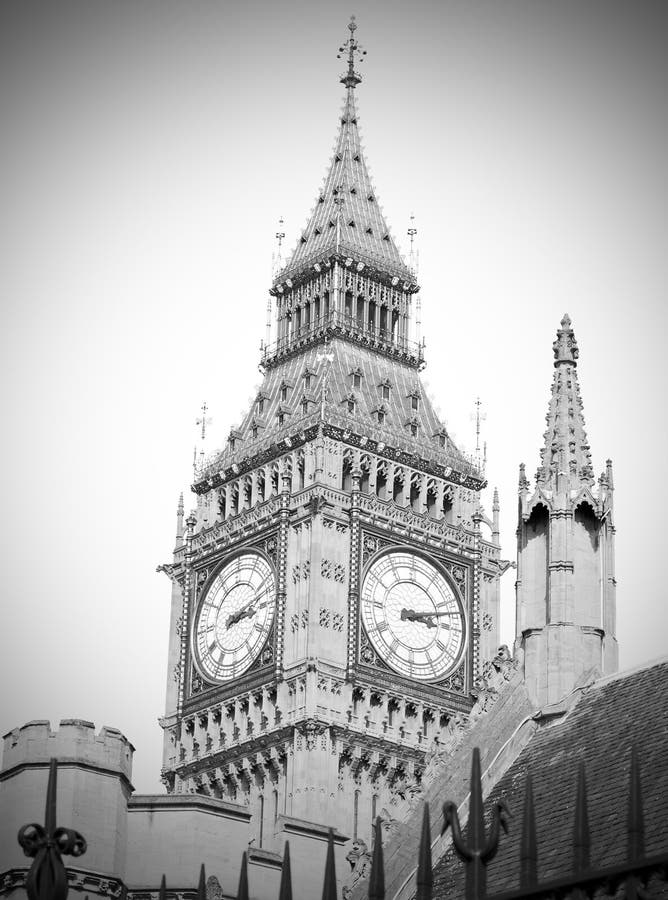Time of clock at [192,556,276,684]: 3:12
